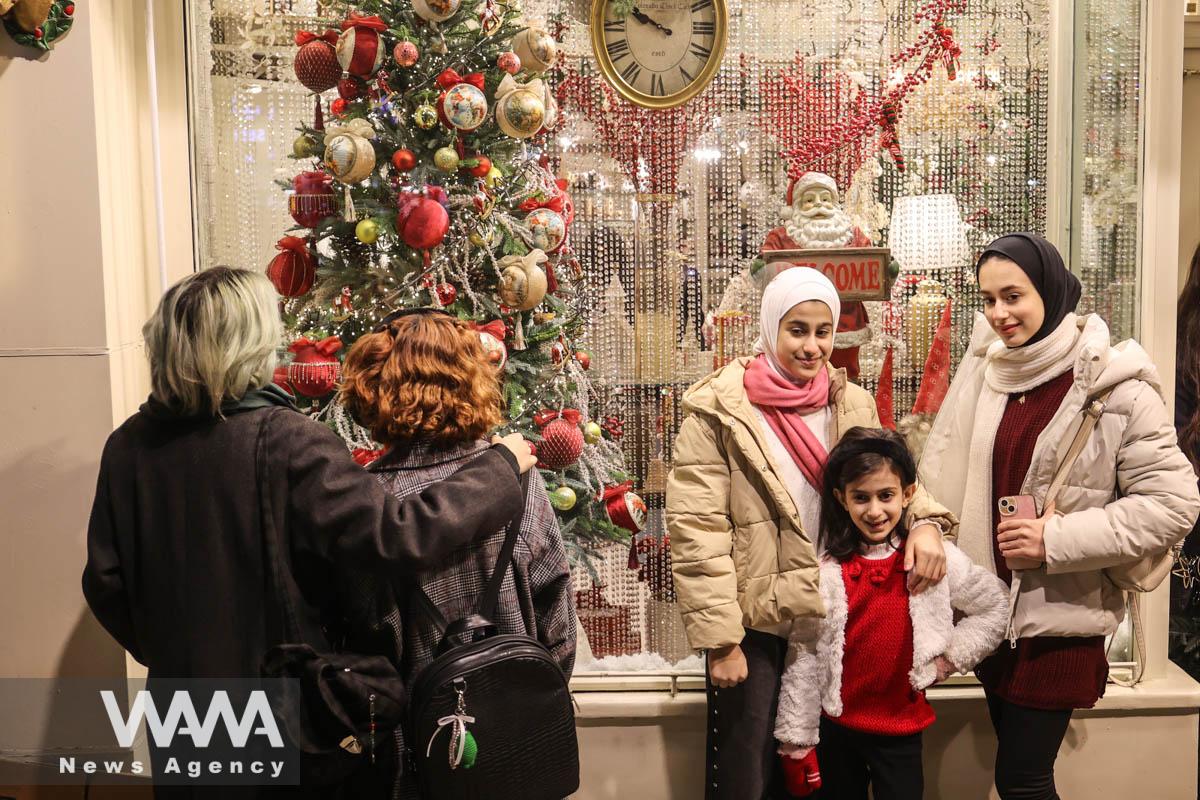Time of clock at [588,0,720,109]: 9:50
